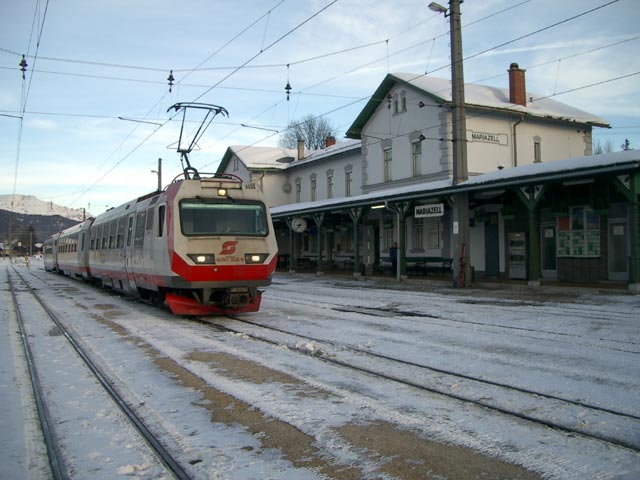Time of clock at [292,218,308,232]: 8:37
